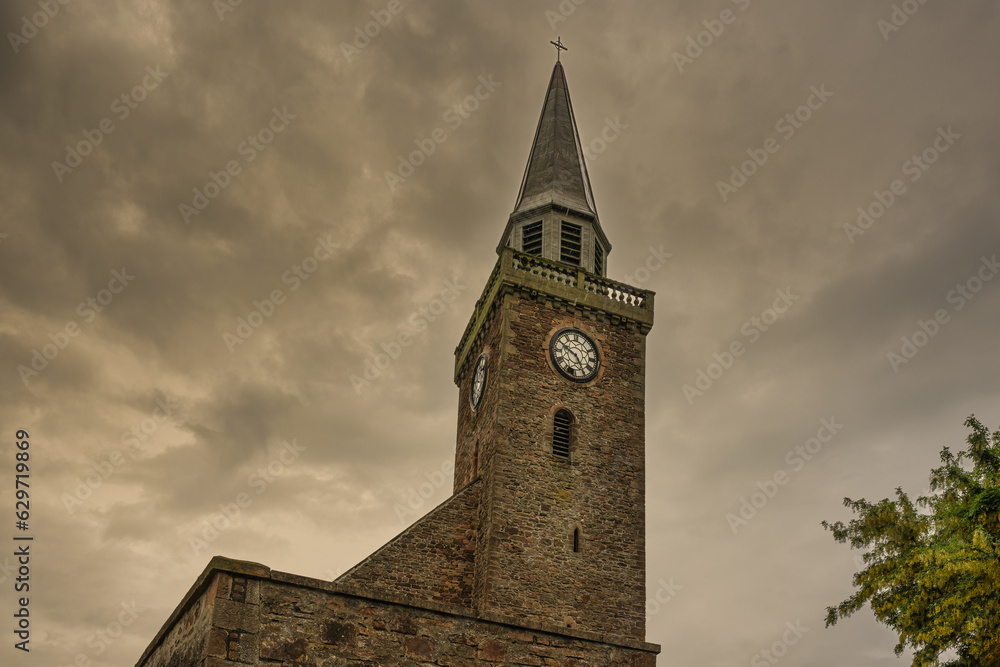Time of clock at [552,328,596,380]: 4:50
